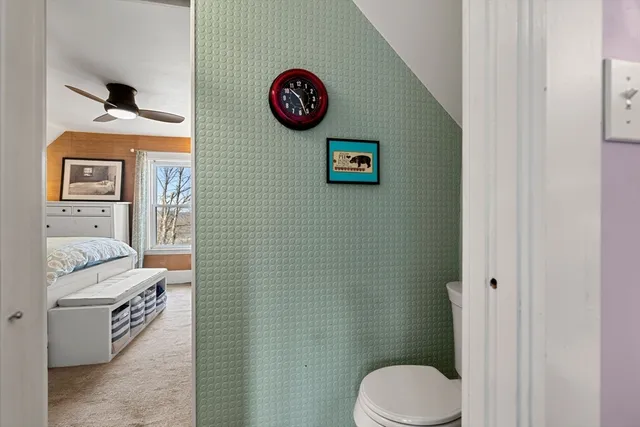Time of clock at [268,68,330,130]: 10:26
